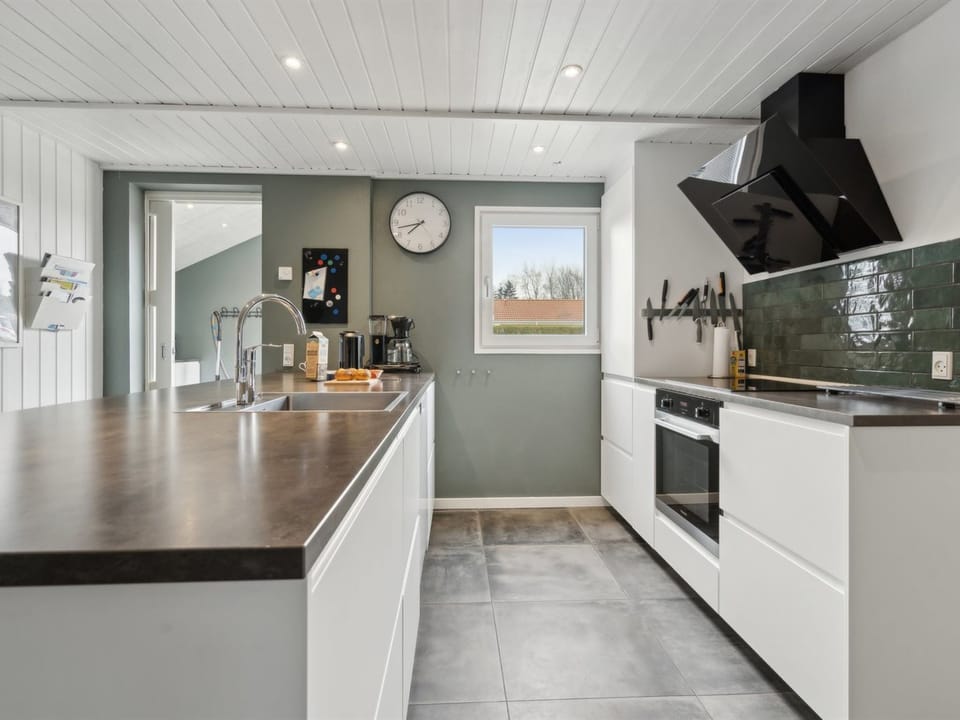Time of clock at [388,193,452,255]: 7:42
